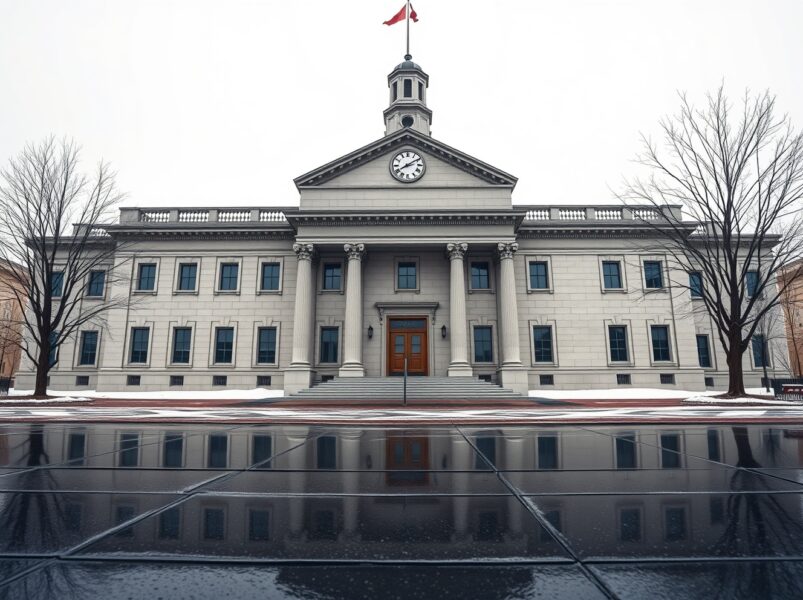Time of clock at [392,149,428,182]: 8:09
